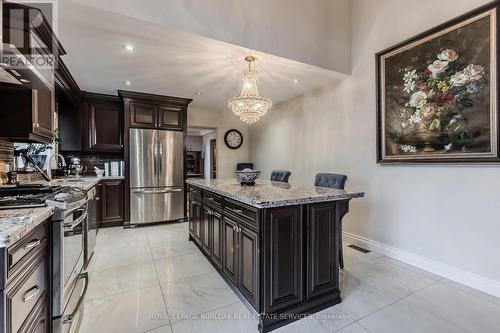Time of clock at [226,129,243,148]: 12:41
